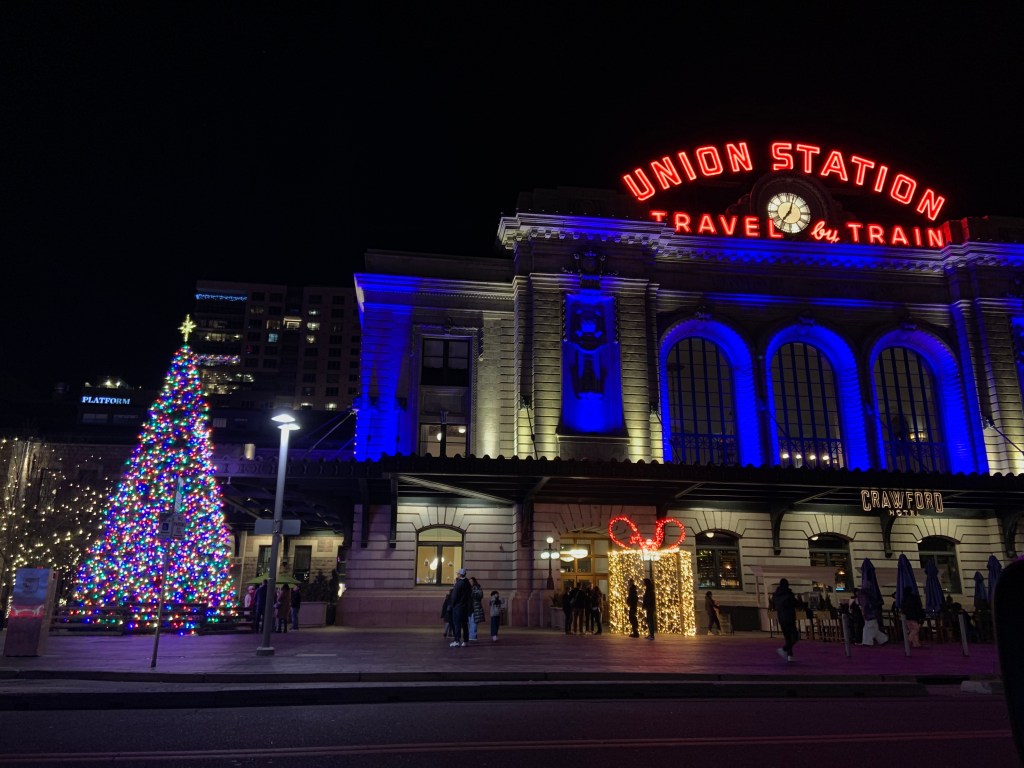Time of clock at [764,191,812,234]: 7:03
